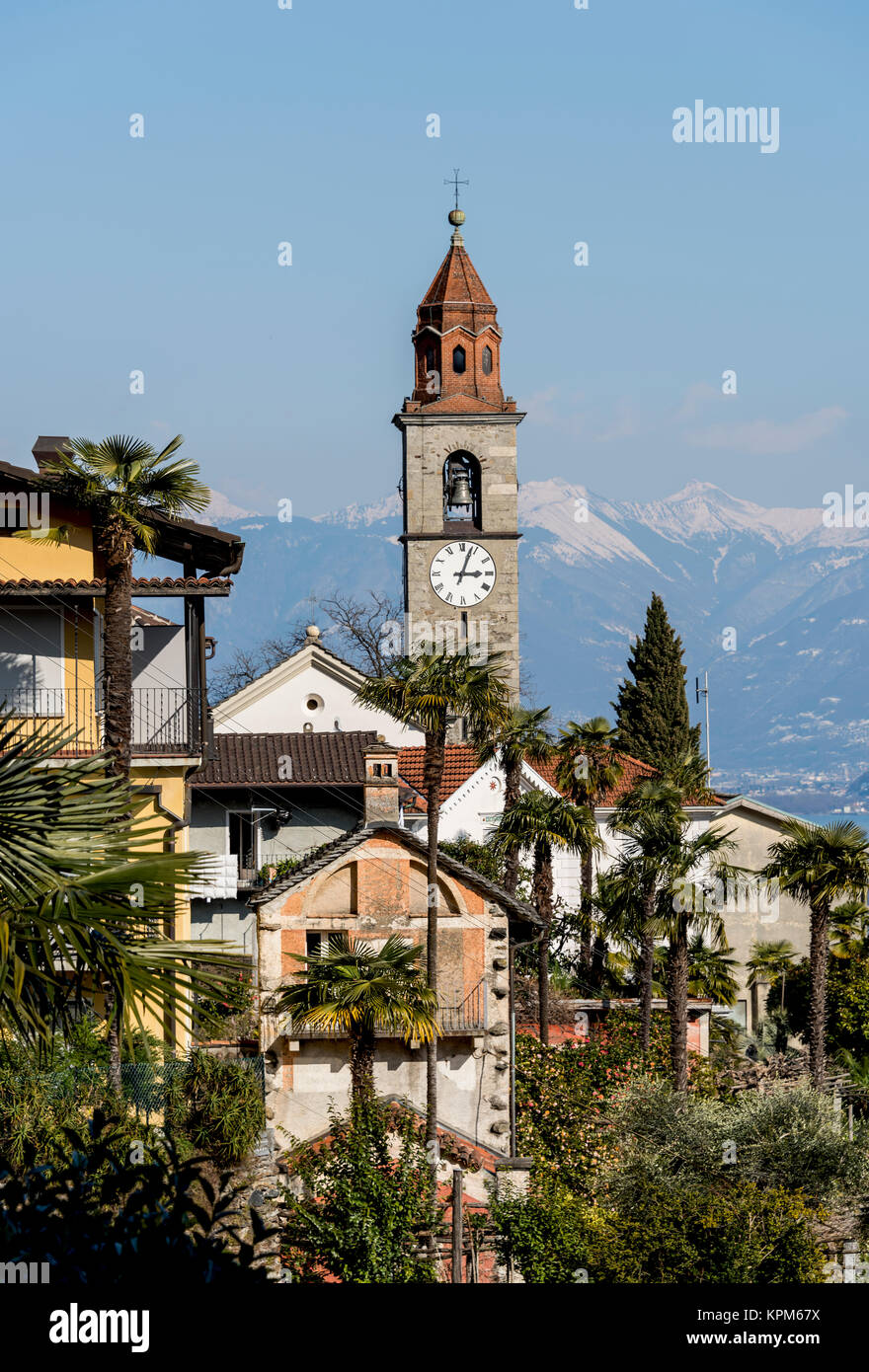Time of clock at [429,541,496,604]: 3:03
